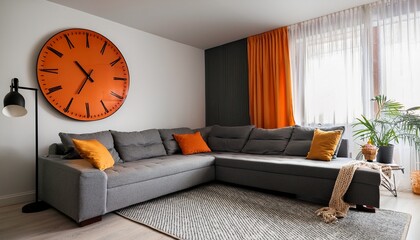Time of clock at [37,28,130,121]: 10:34
